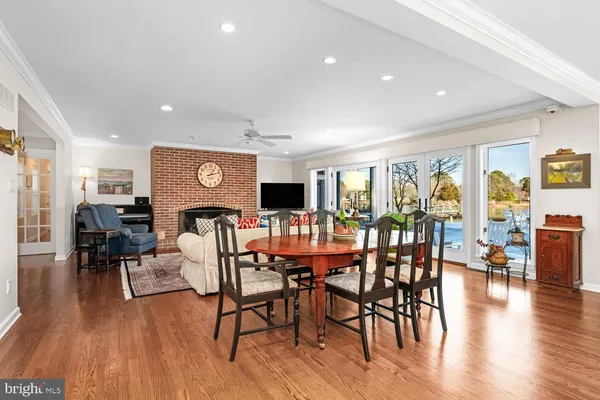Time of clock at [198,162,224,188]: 1:12
